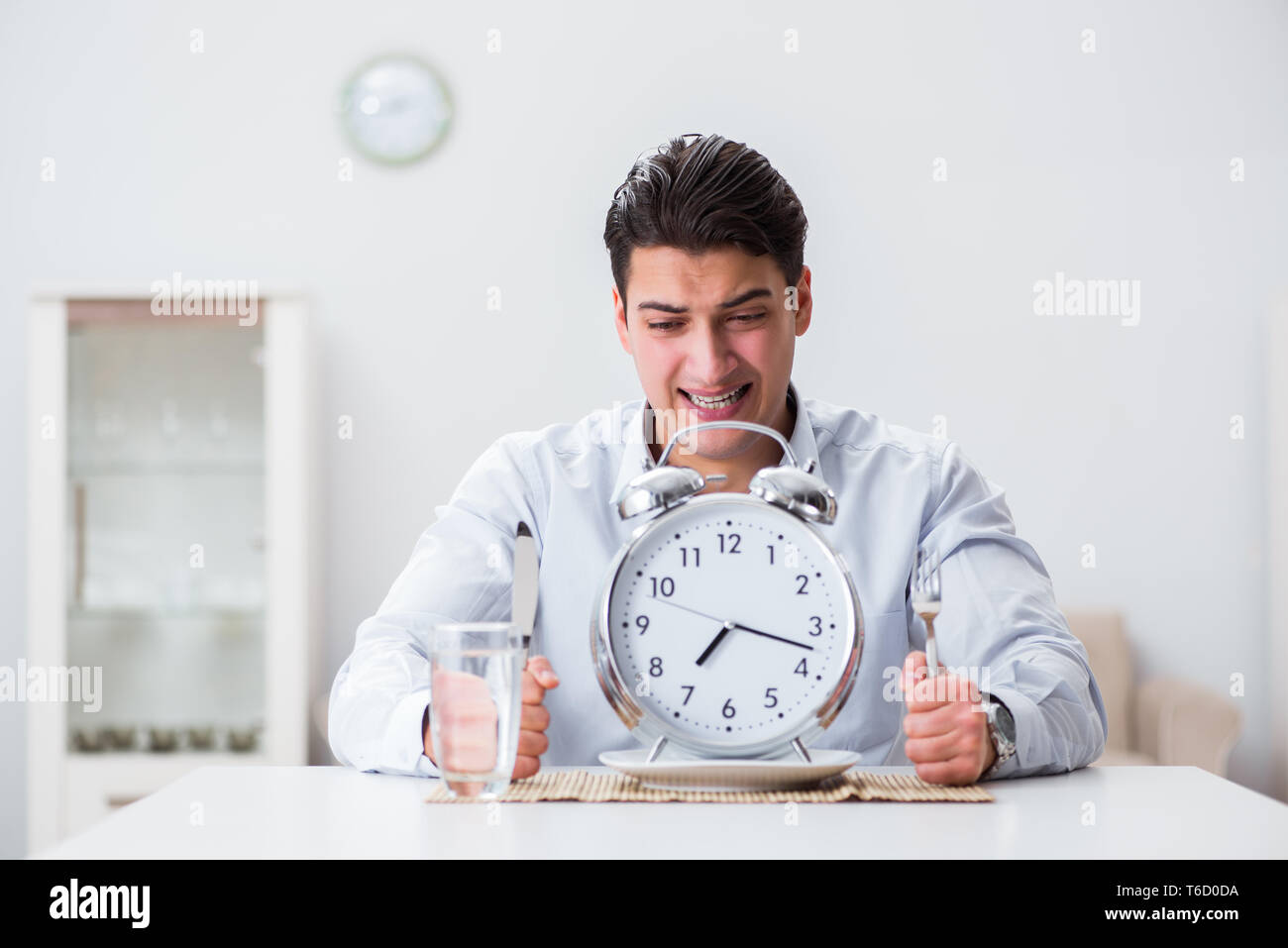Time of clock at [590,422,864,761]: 7:17
